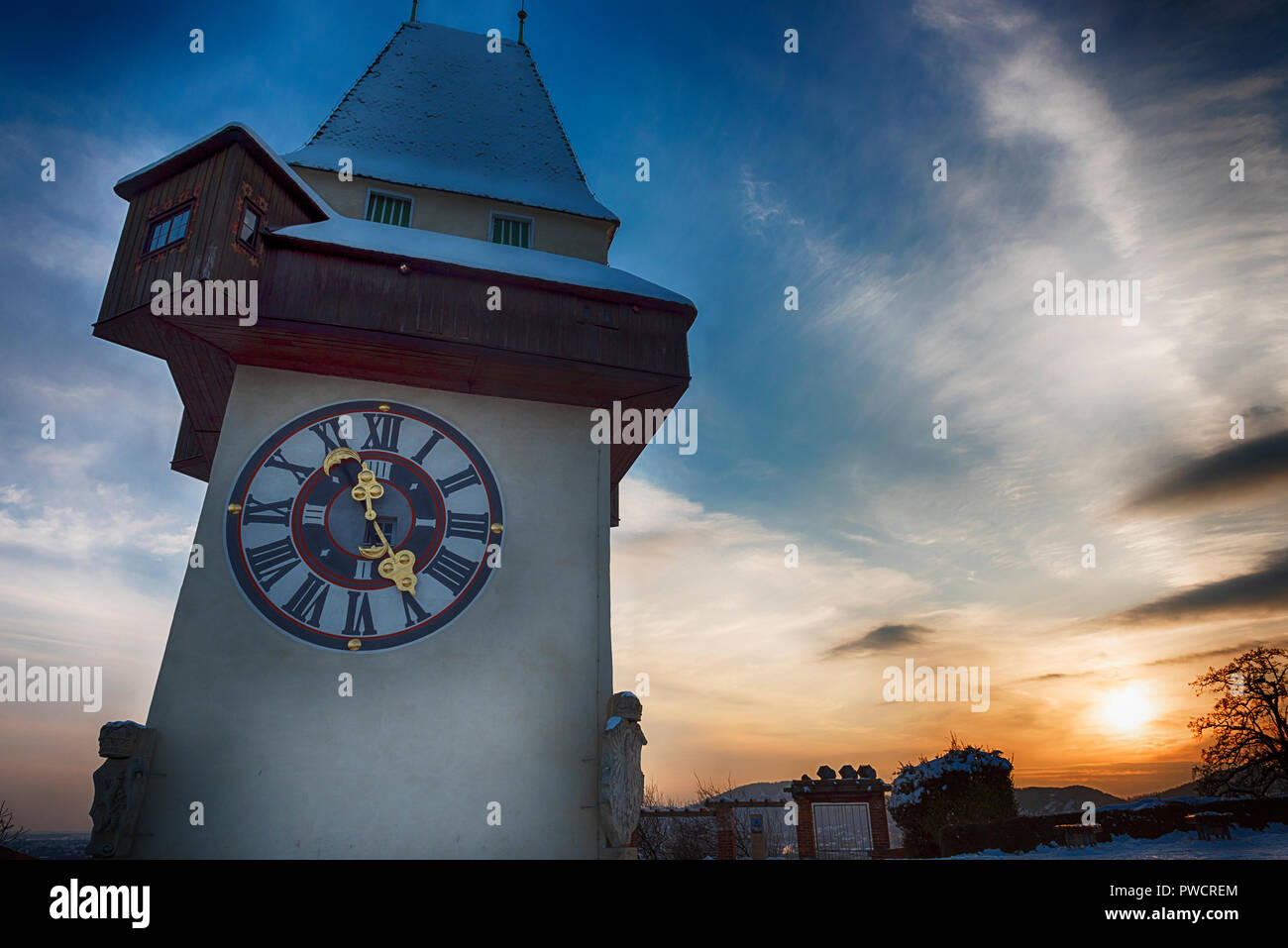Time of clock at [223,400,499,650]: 11:24
